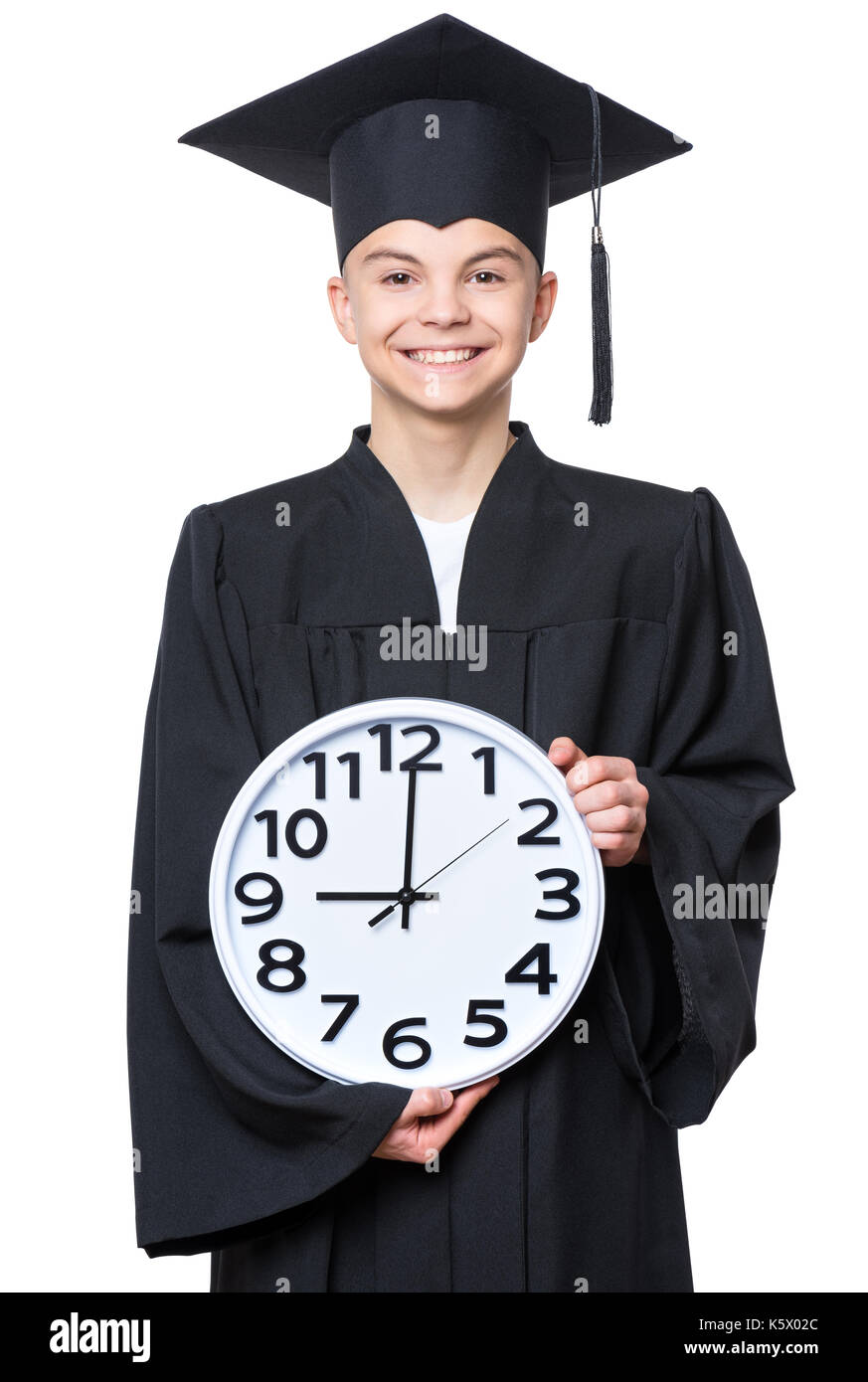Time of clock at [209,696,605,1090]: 9:00
